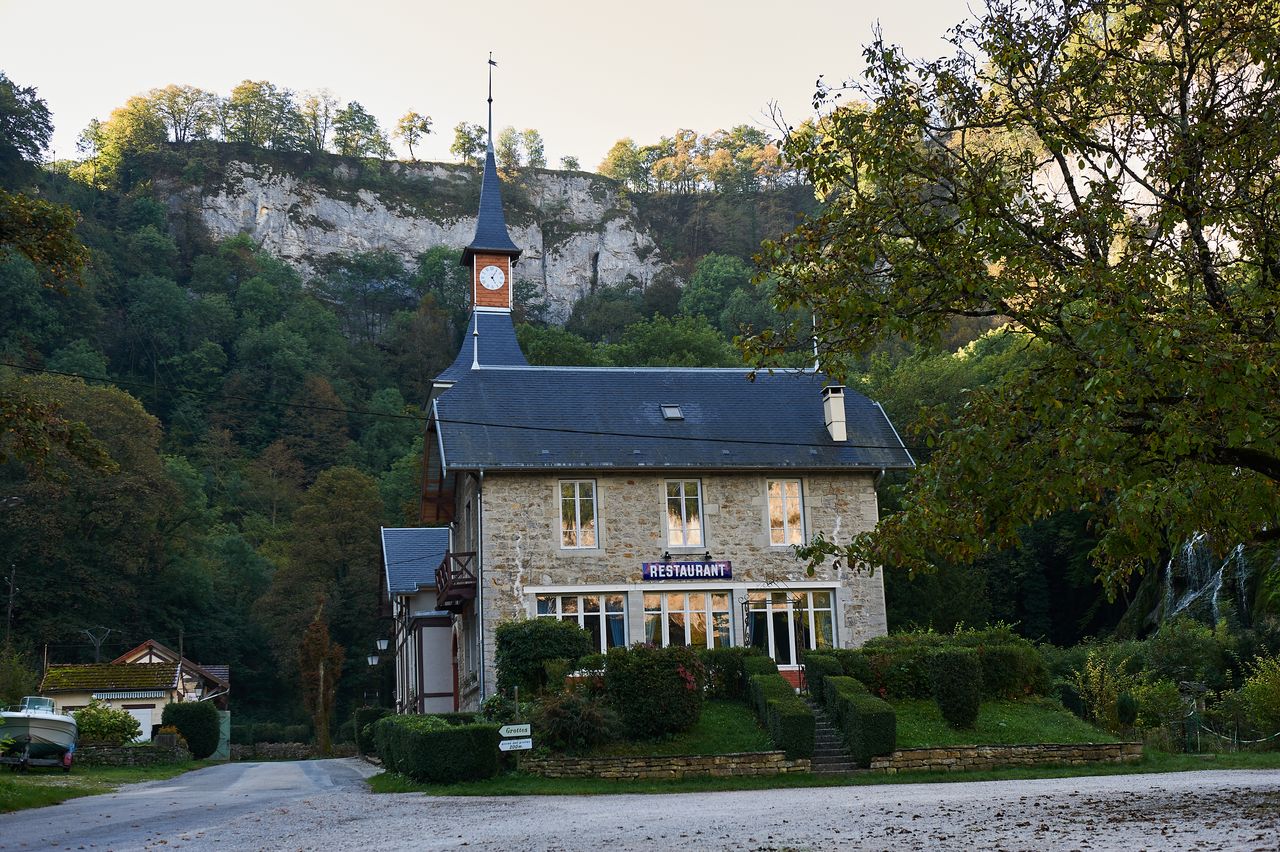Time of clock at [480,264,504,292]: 5:05
